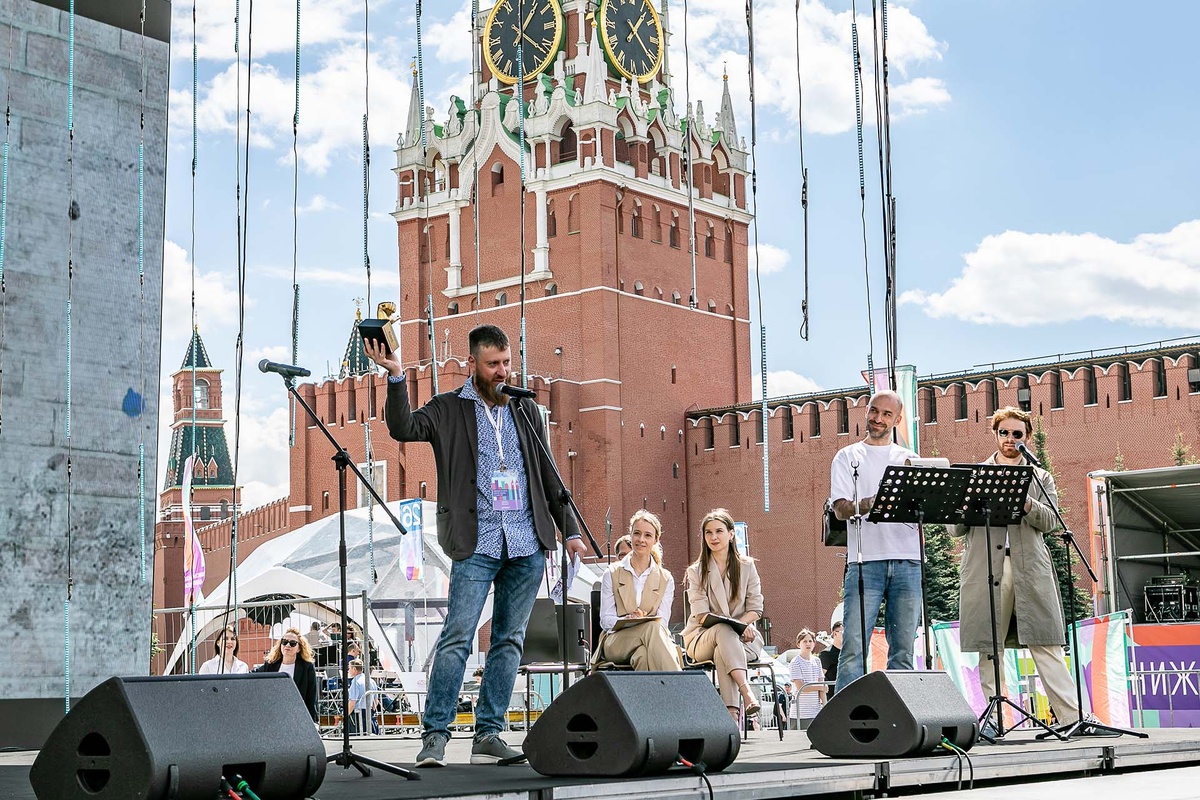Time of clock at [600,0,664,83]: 1:21
